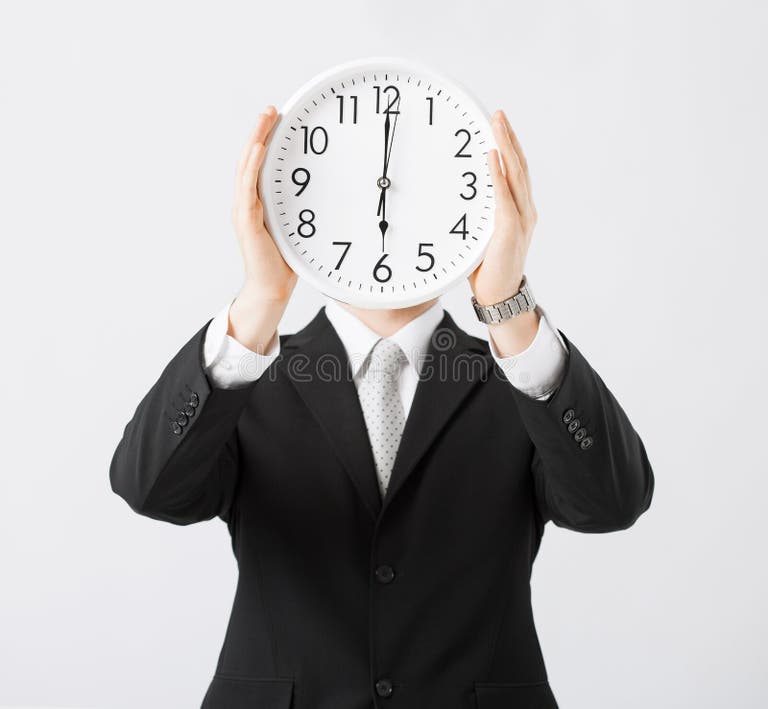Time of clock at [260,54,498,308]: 6:00
